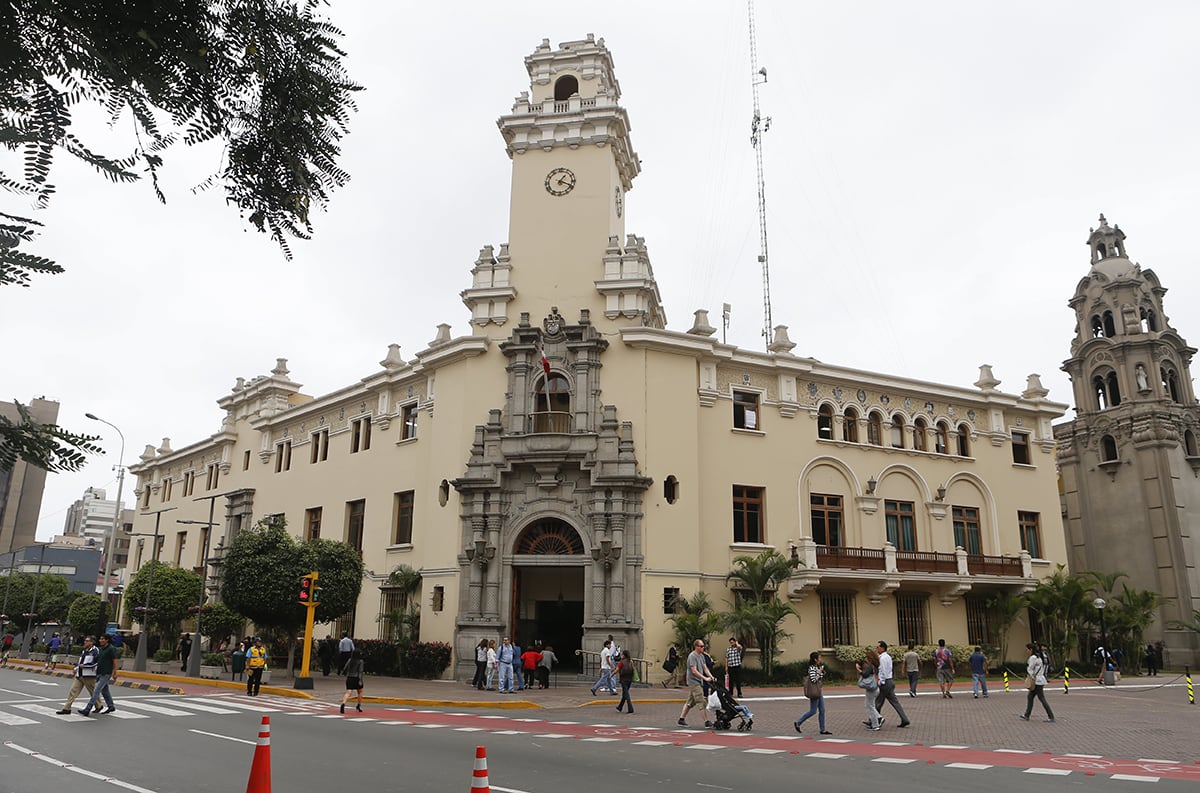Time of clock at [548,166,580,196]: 1:18
